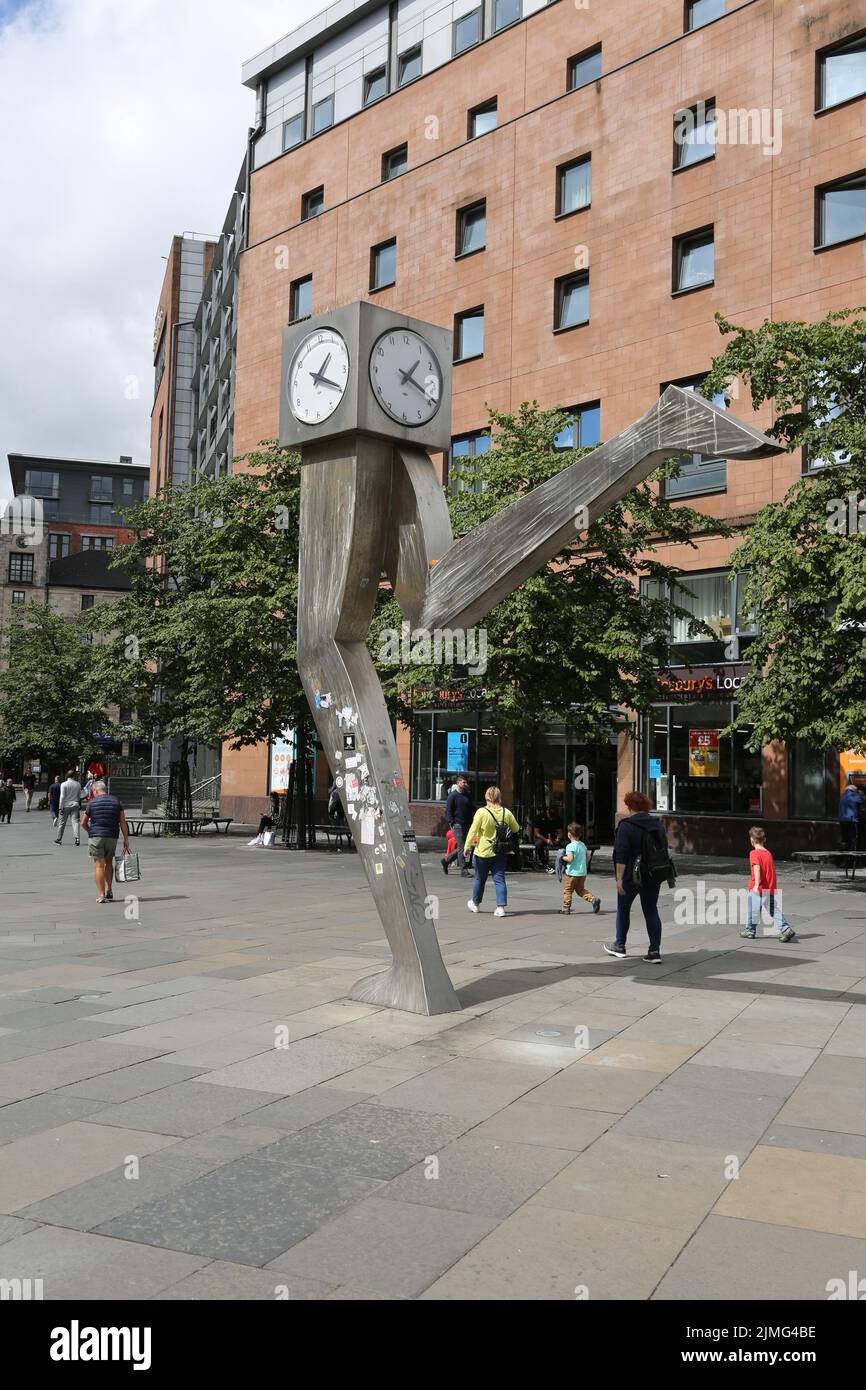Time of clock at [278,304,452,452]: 1:18
